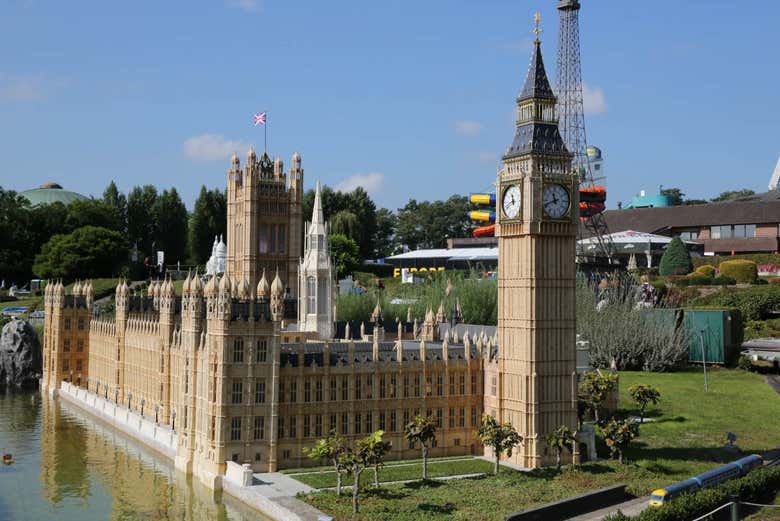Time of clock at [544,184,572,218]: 11:41
